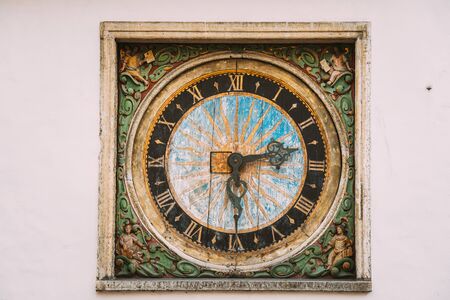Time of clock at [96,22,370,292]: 2:29
